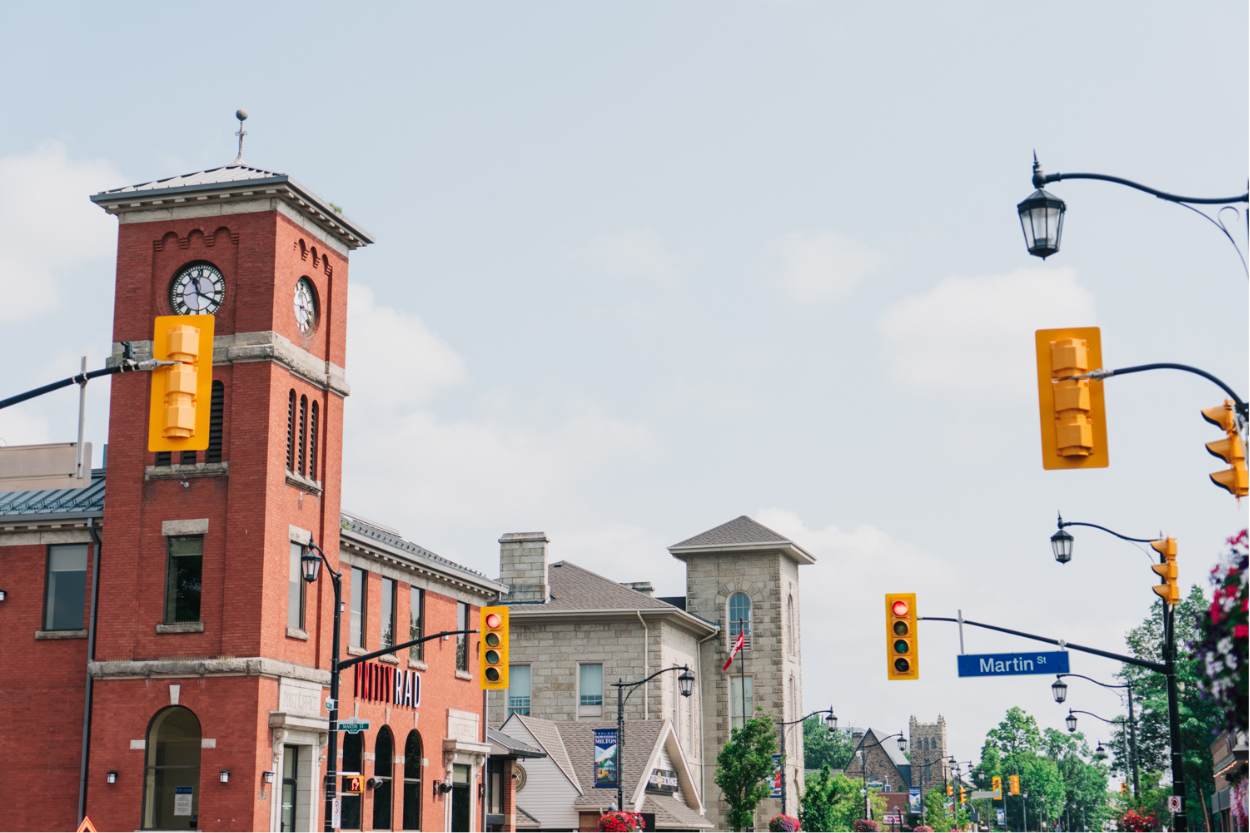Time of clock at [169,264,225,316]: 11:19
